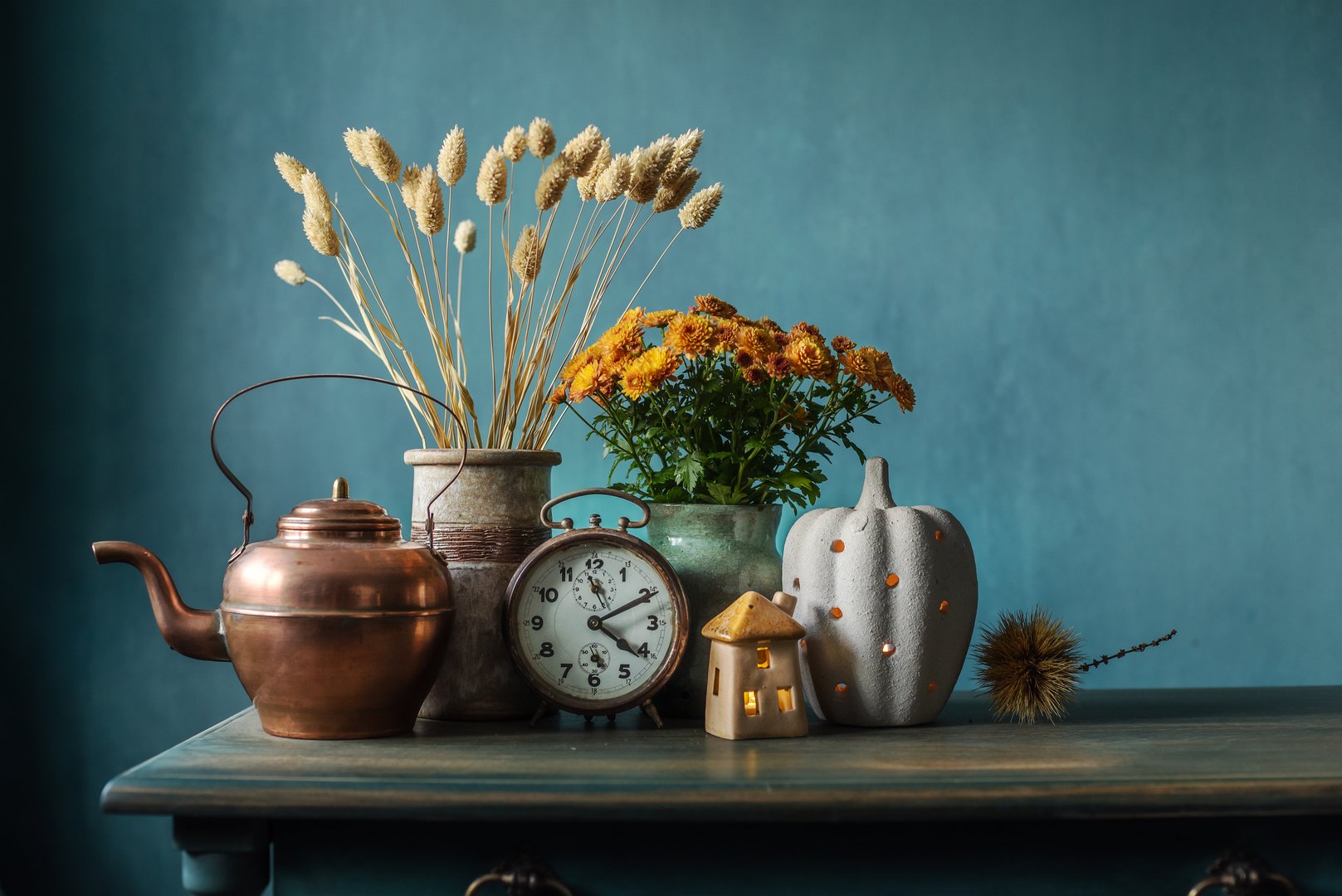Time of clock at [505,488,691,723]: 4:10
